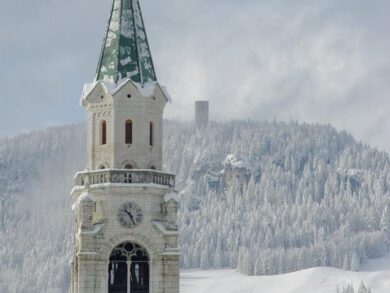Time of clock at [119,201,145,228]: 10:26
